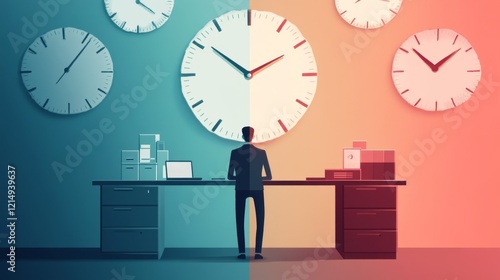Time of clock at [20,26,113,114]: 1:06
